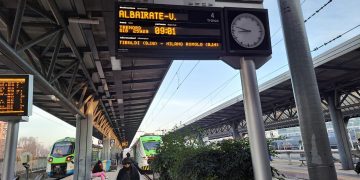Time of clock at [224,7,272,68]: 8:47
